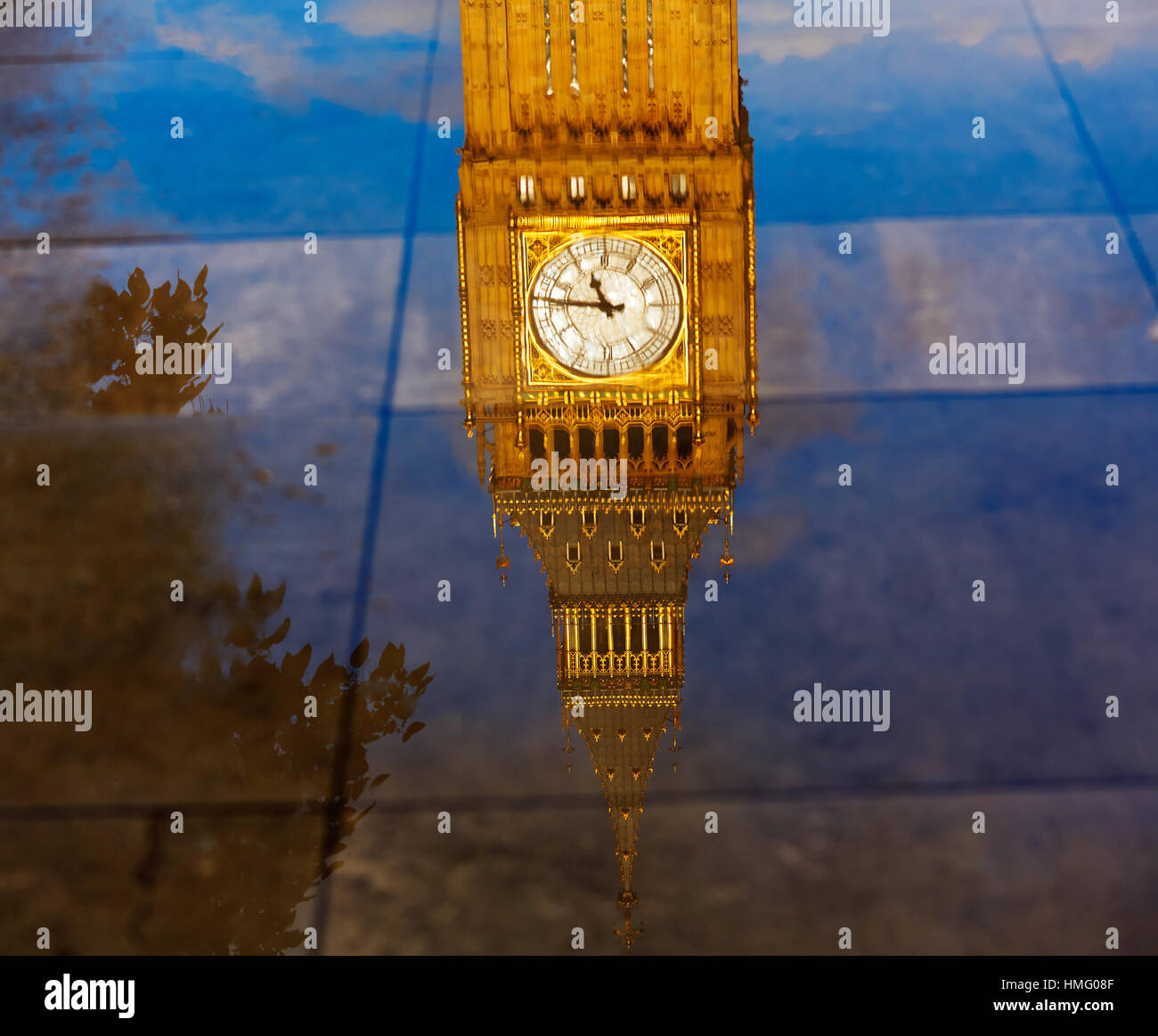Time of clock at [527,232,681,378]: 10:46
